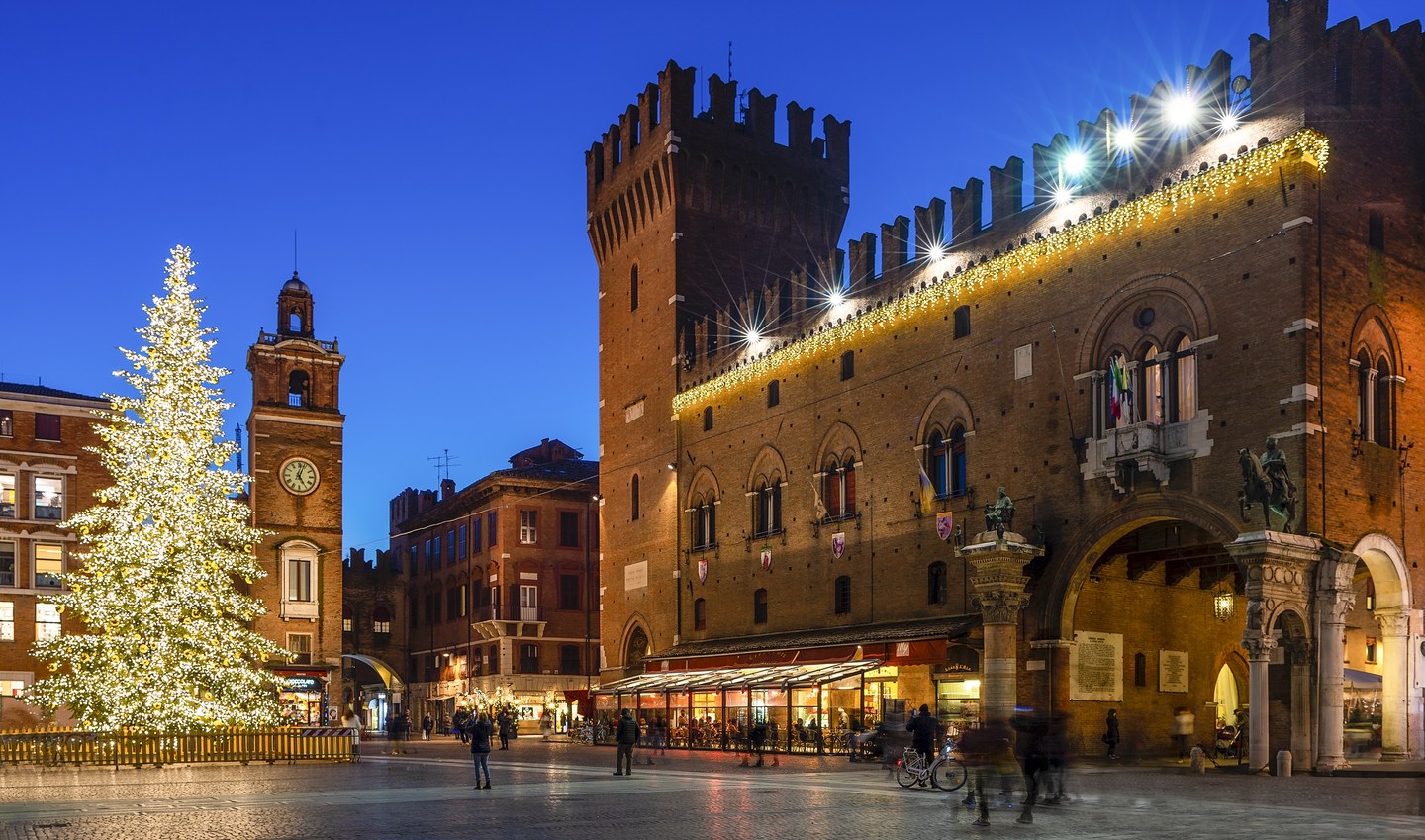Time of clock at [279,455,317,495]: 5:03
